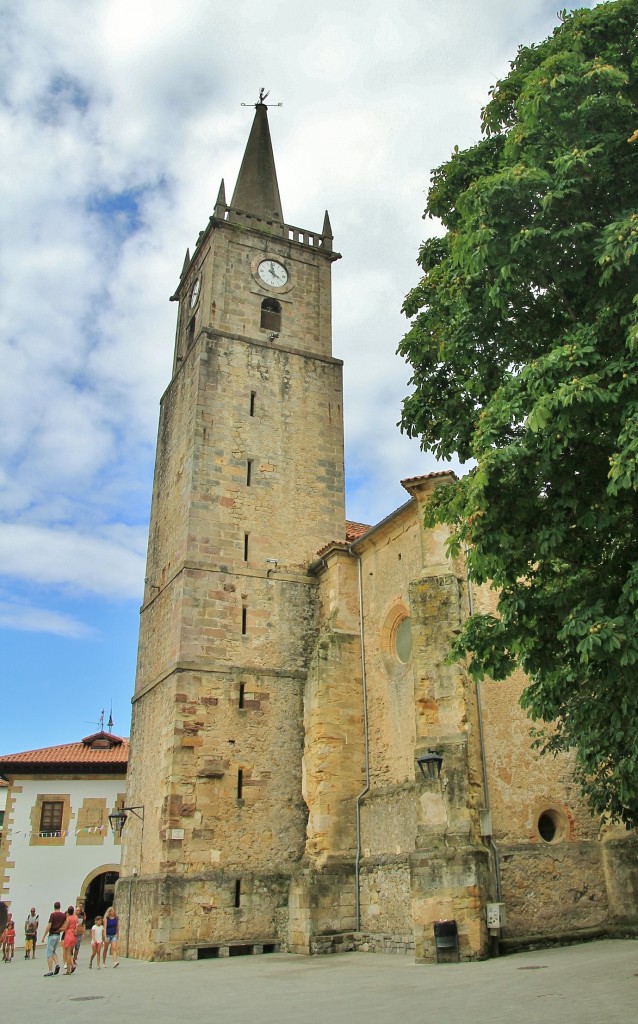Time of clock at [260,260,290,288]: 3:58
